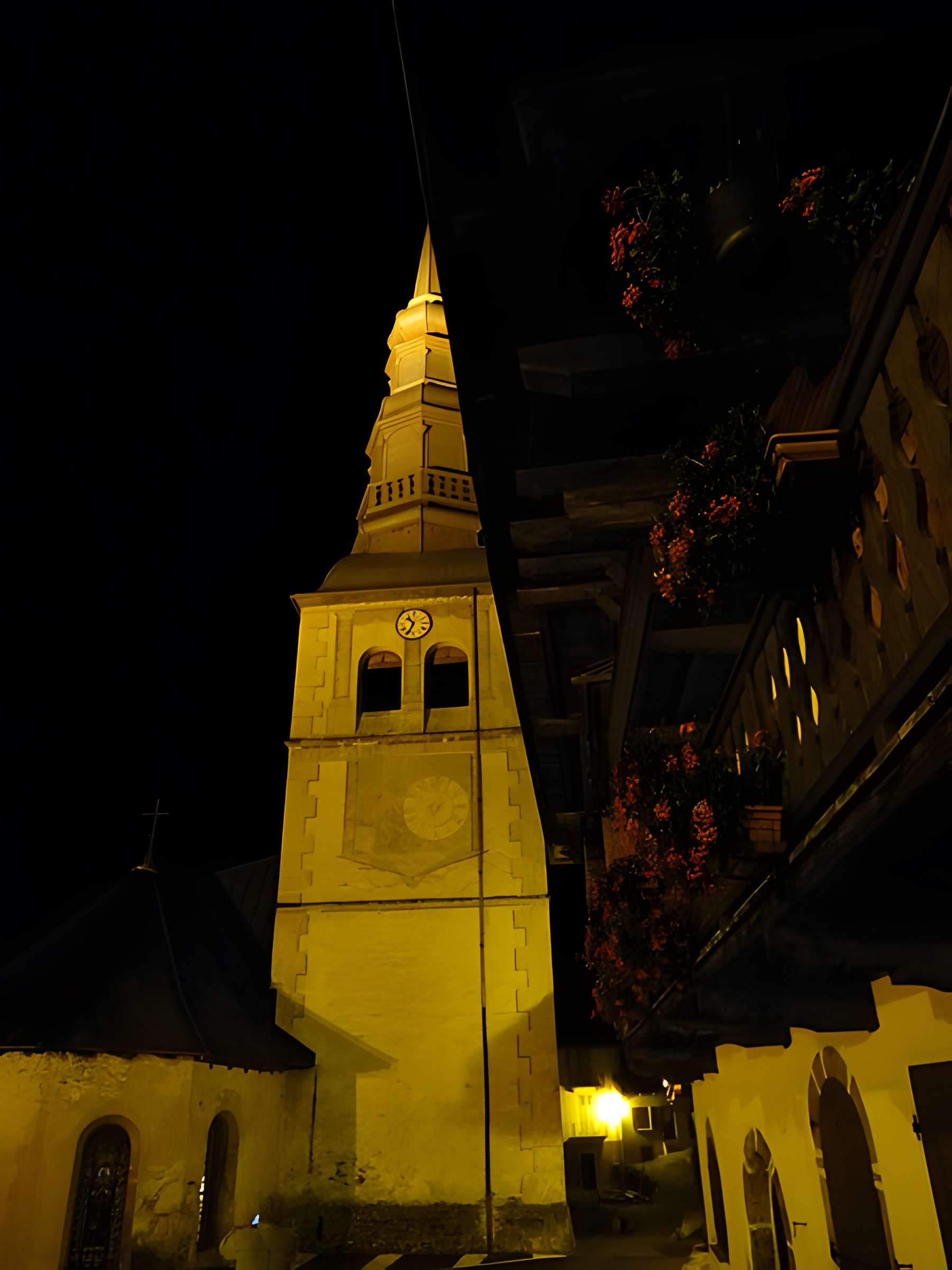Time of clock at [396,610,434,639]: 10:34
